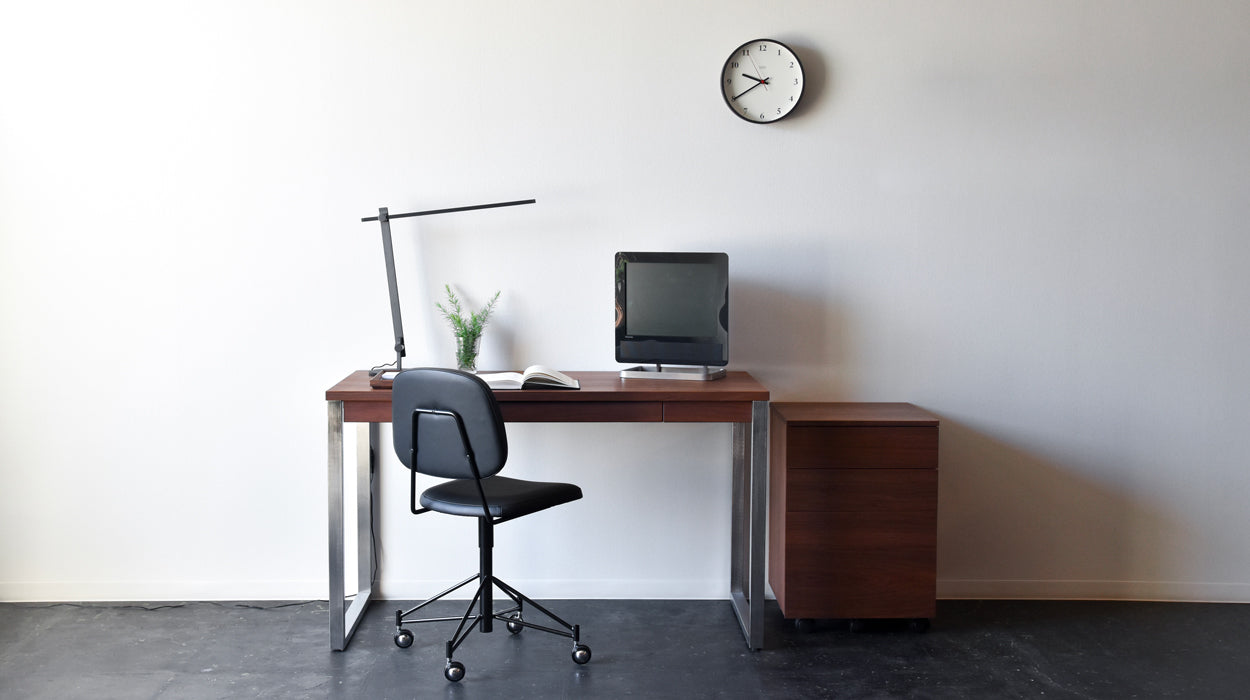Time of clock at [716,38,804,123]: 9:39
